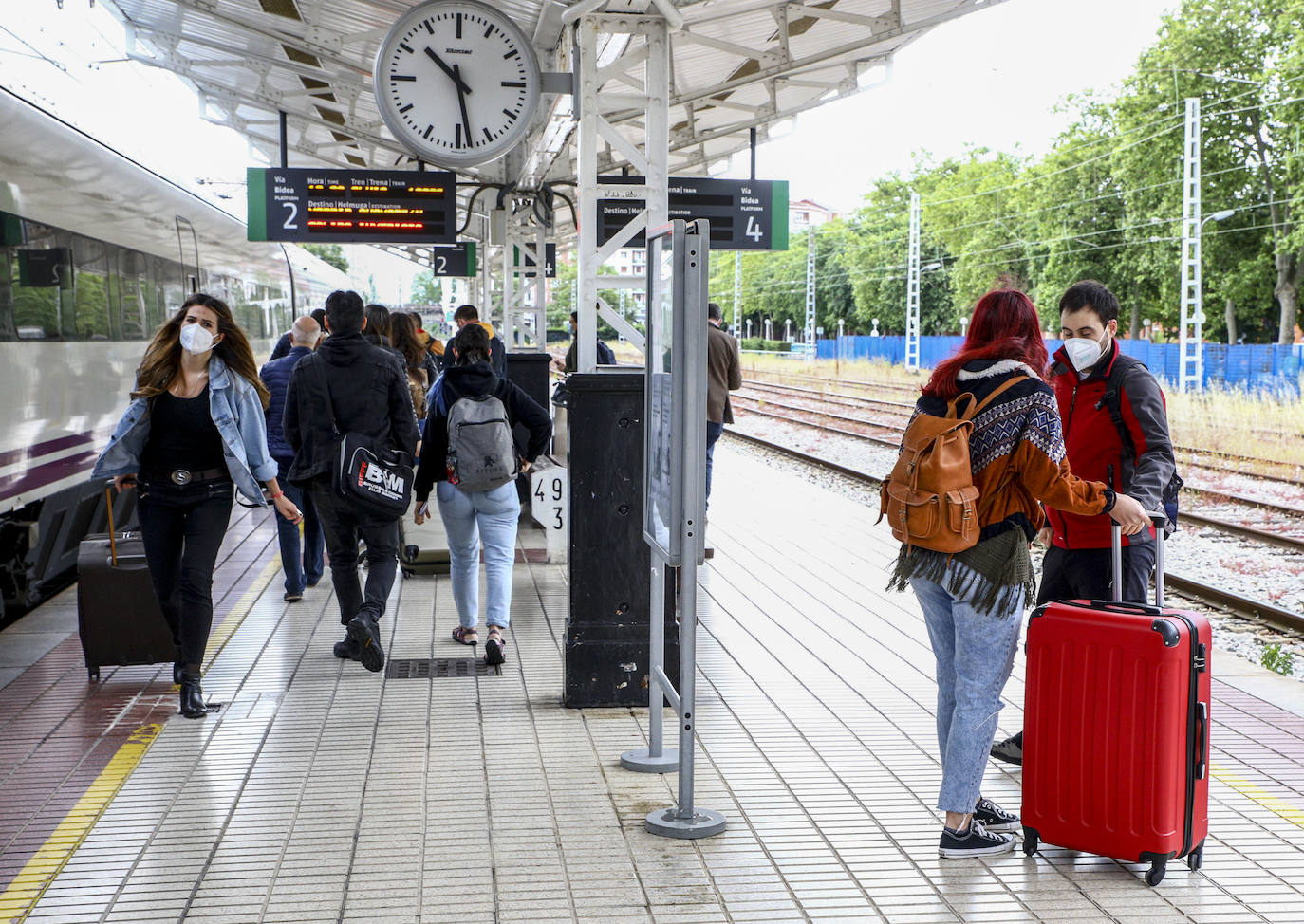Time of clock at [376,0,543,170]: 10:28
